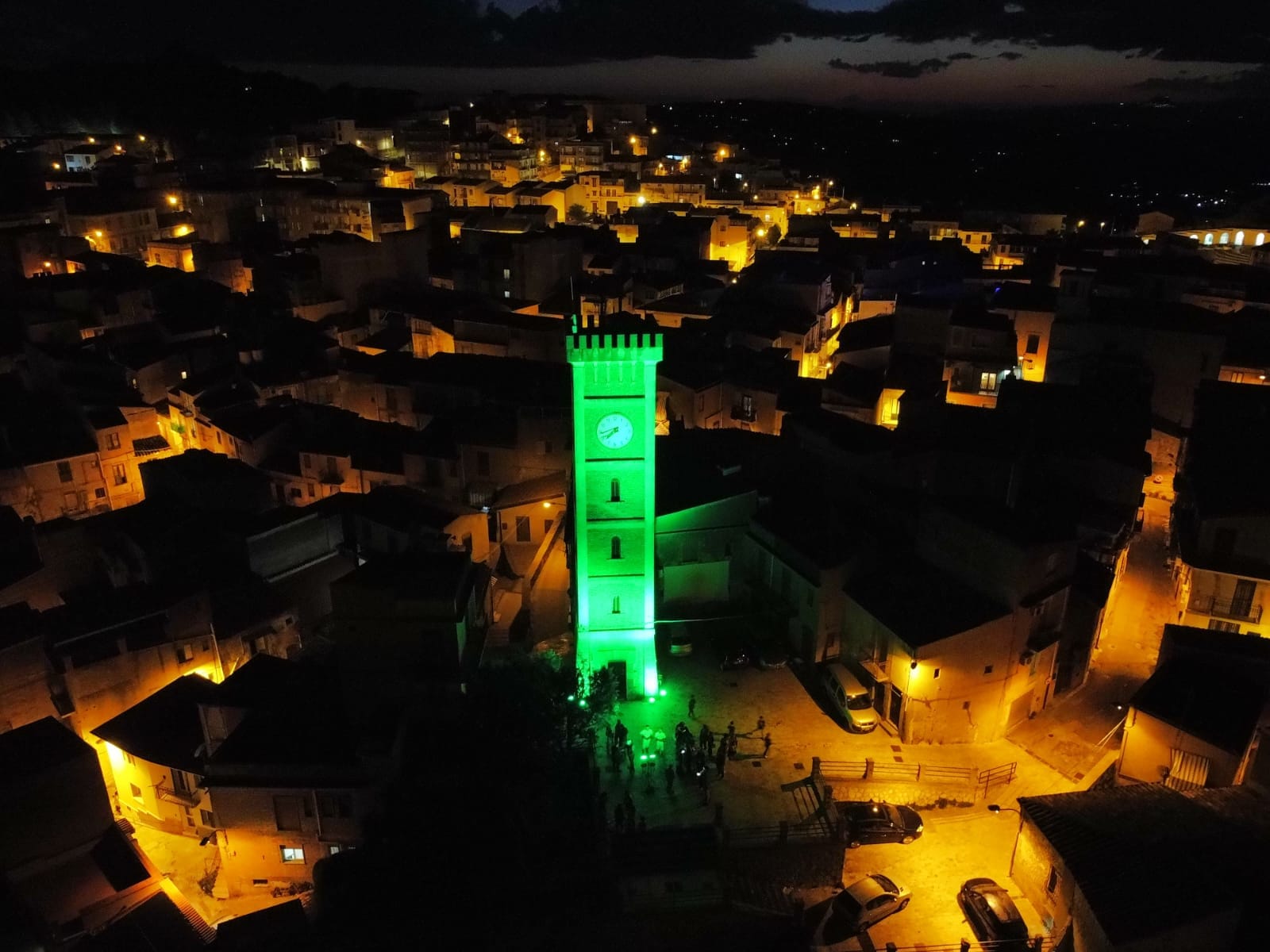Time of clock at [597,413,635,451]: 7:42
